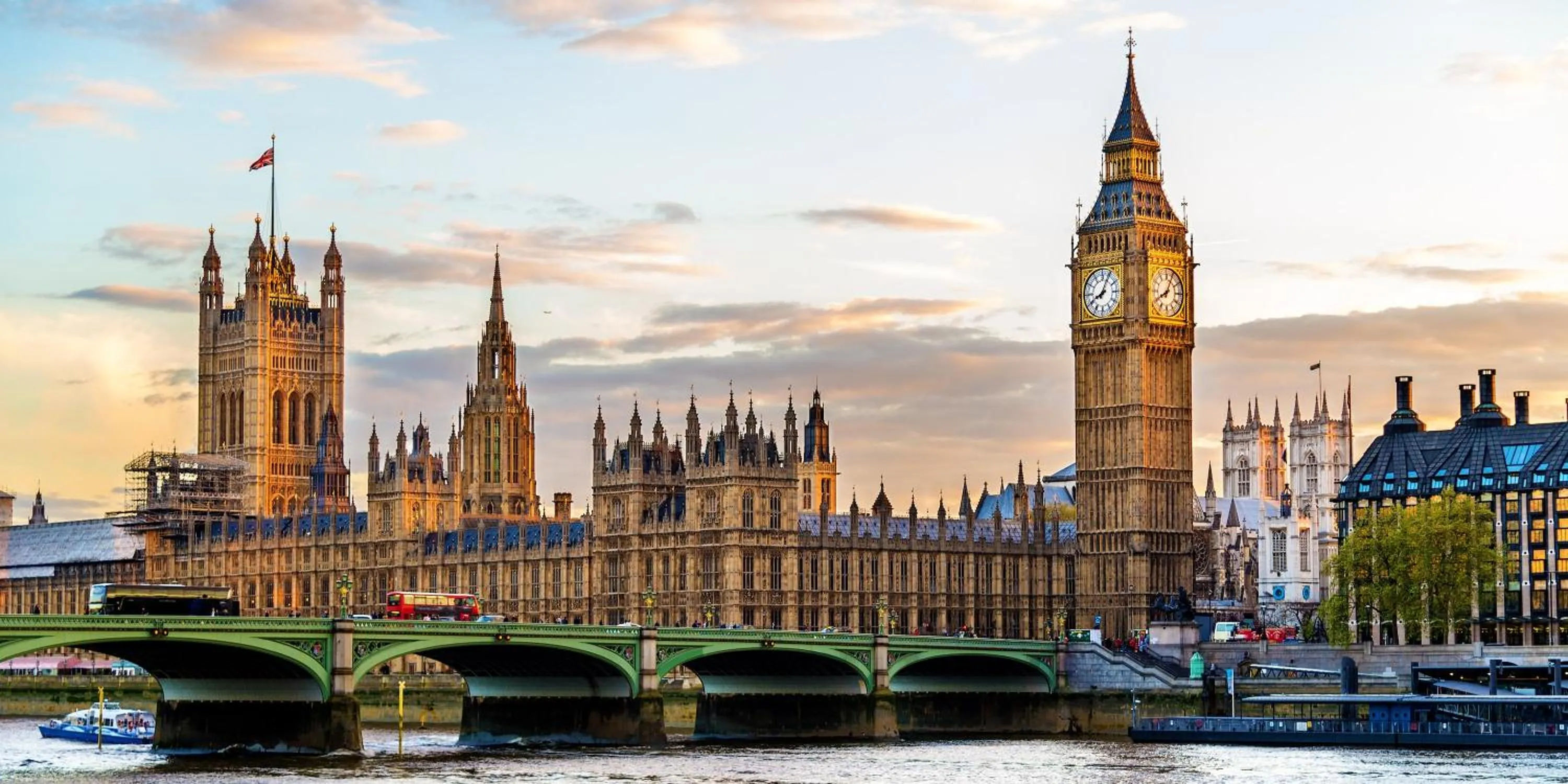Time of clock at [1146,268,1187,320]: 8:04
